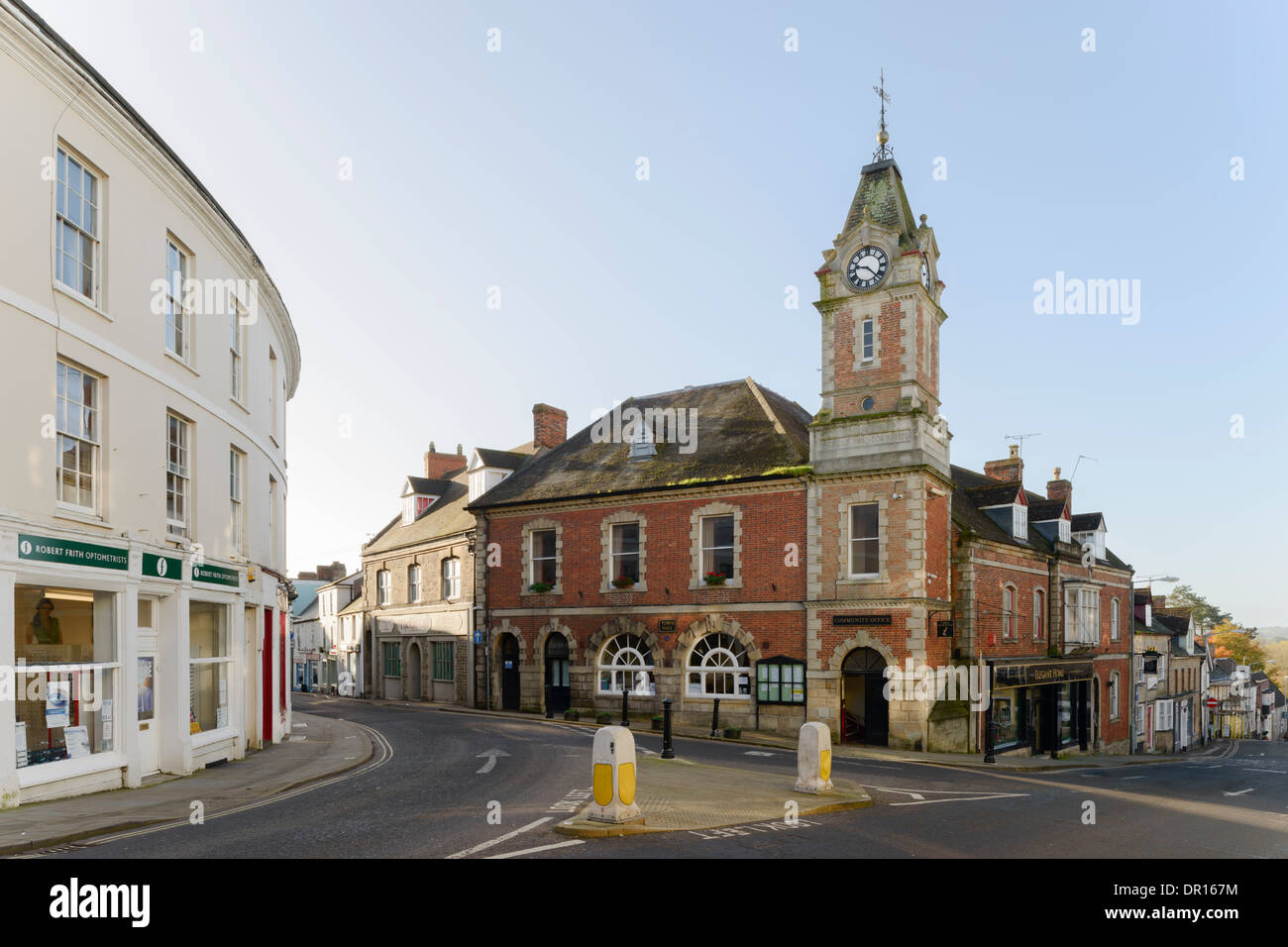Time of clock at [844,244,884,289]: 9:22
